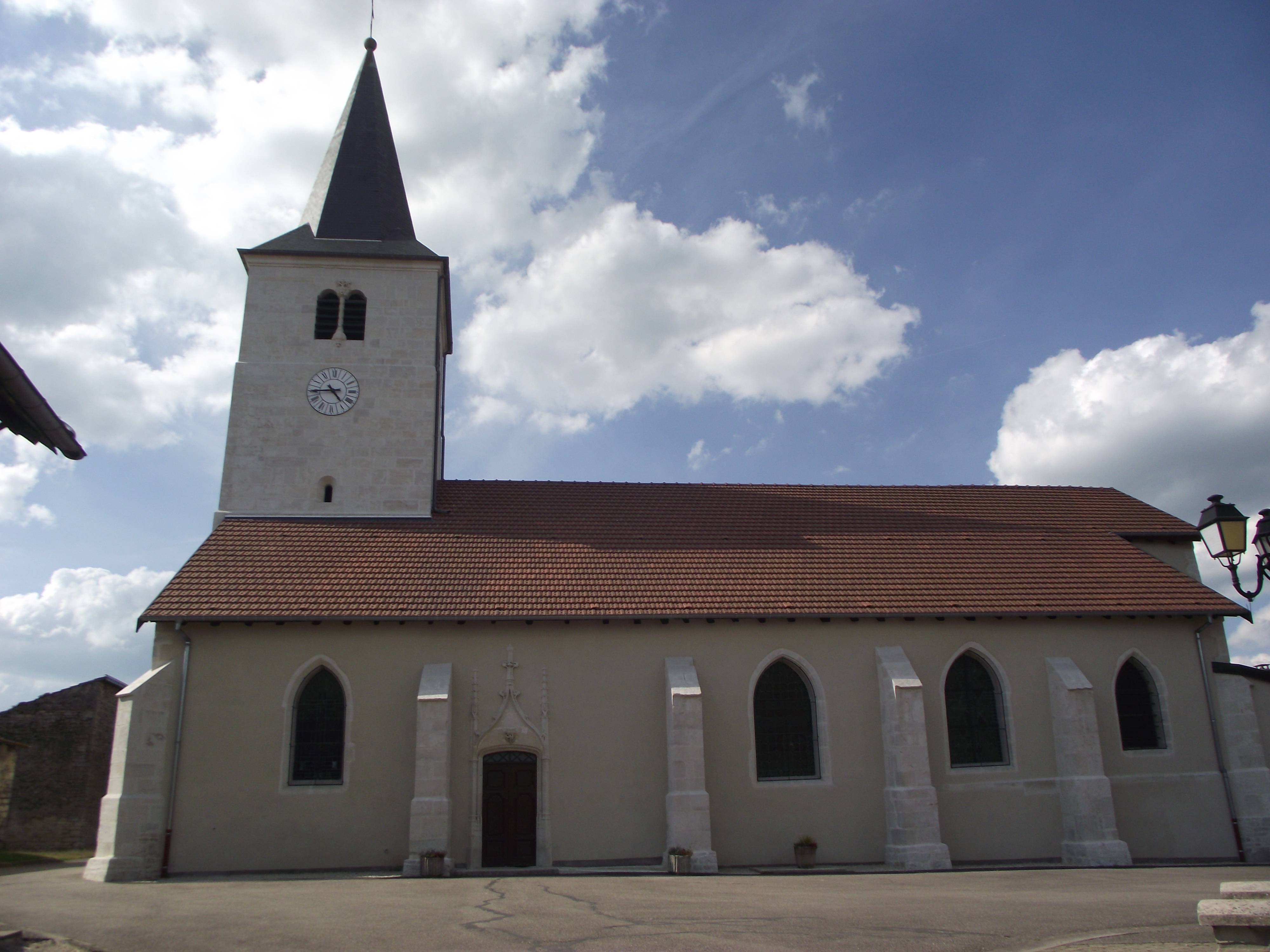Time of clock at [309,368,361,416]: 4:44
